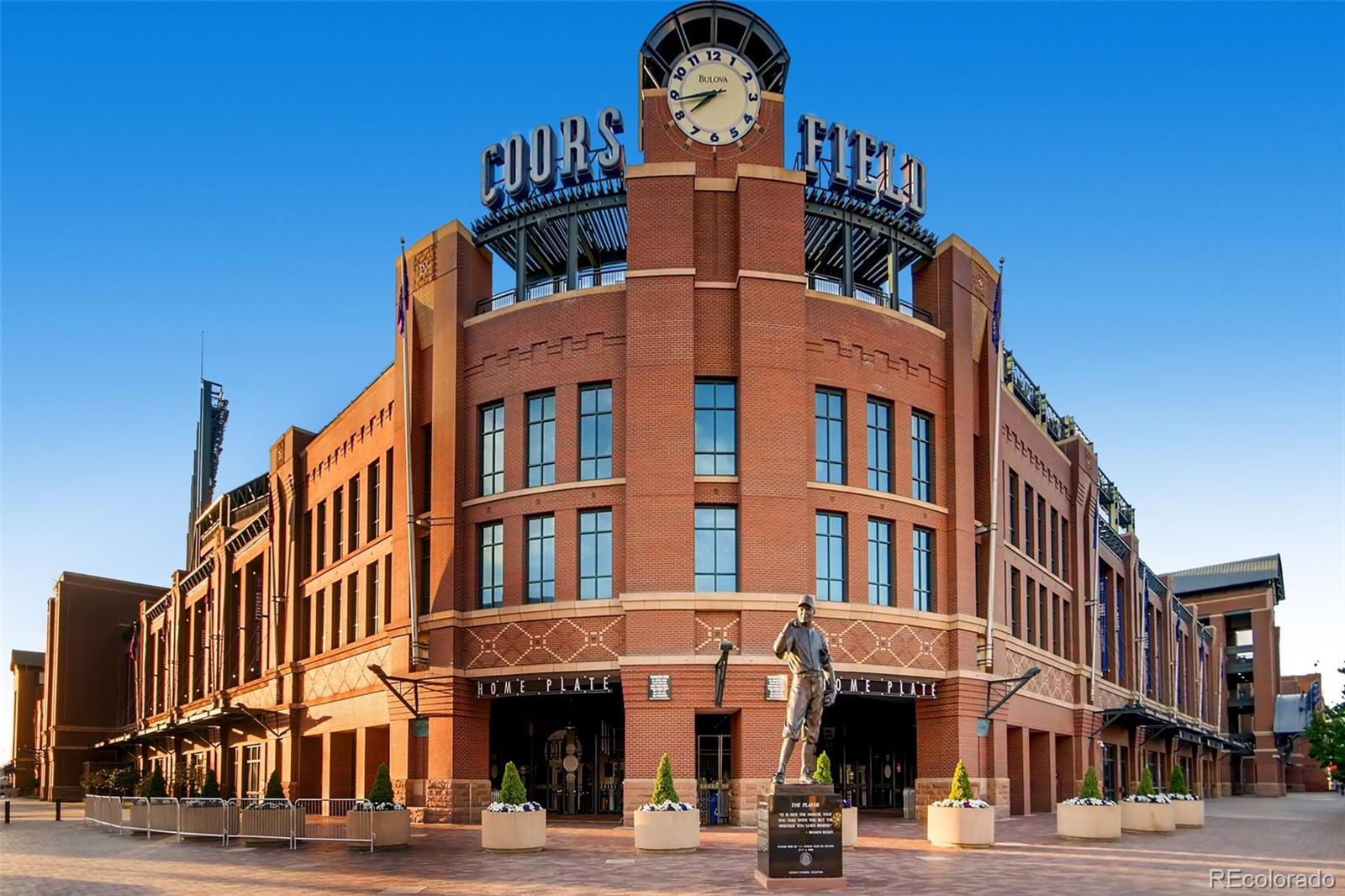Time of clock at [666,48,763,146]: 7:43
